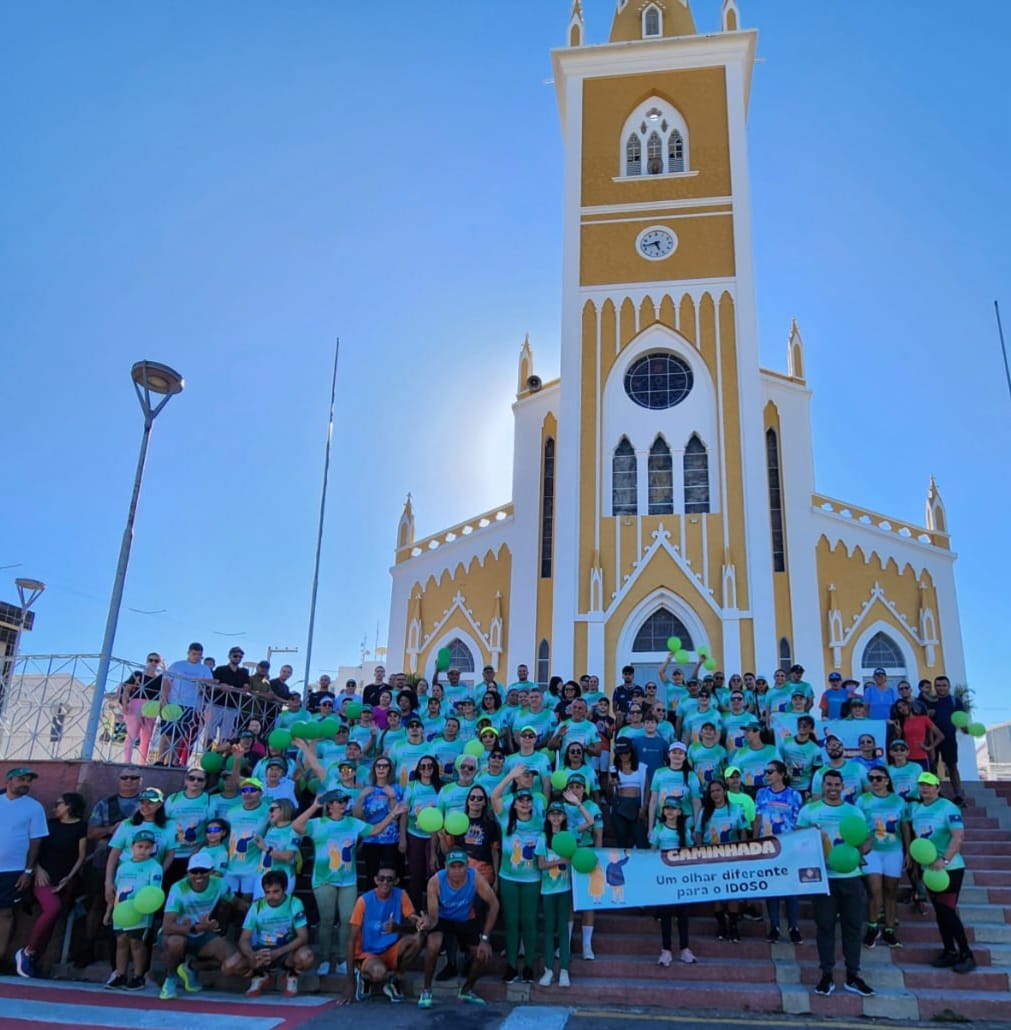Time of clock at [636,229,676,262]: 5:42
